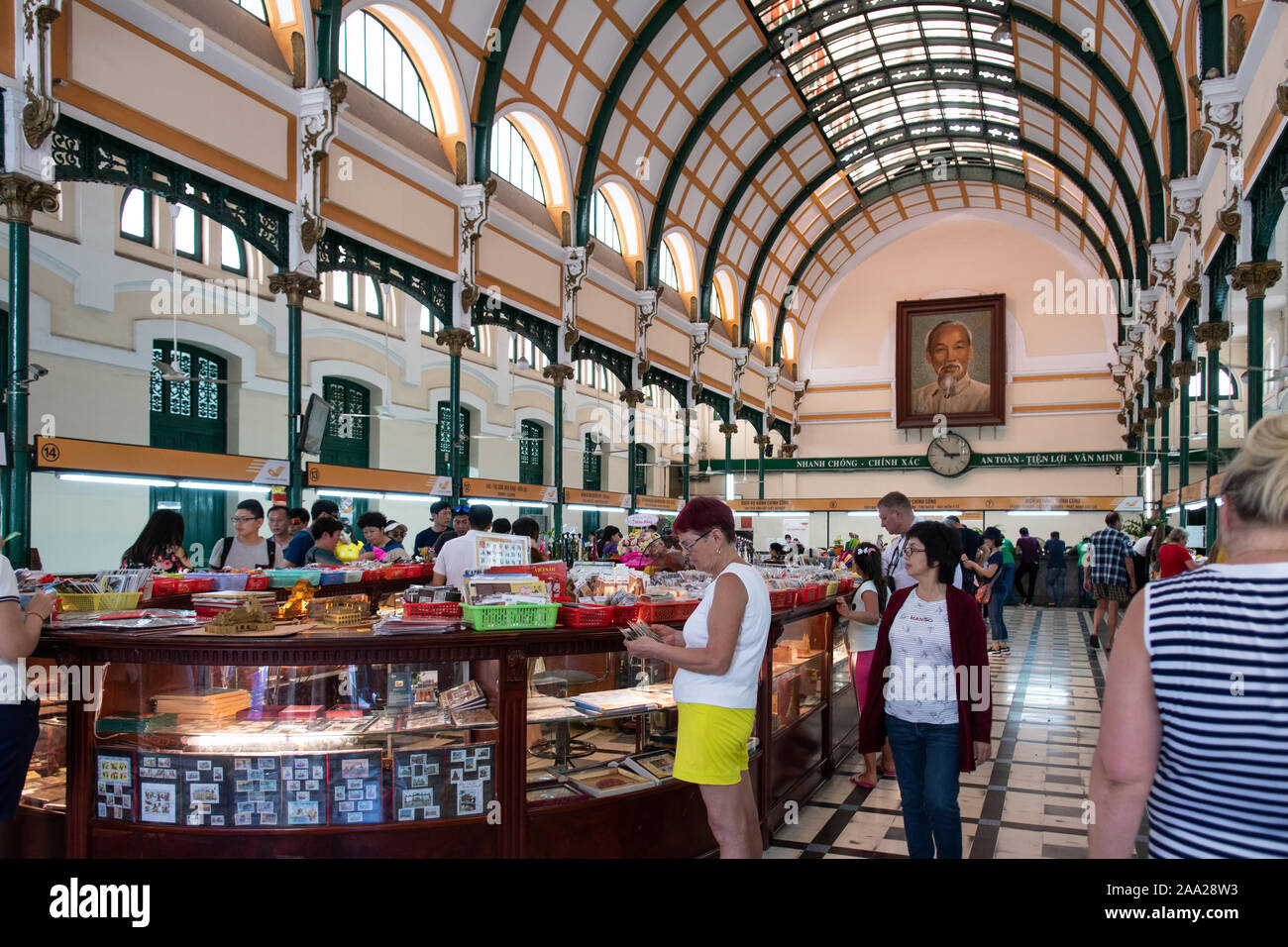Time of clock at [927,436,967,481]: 2:52
